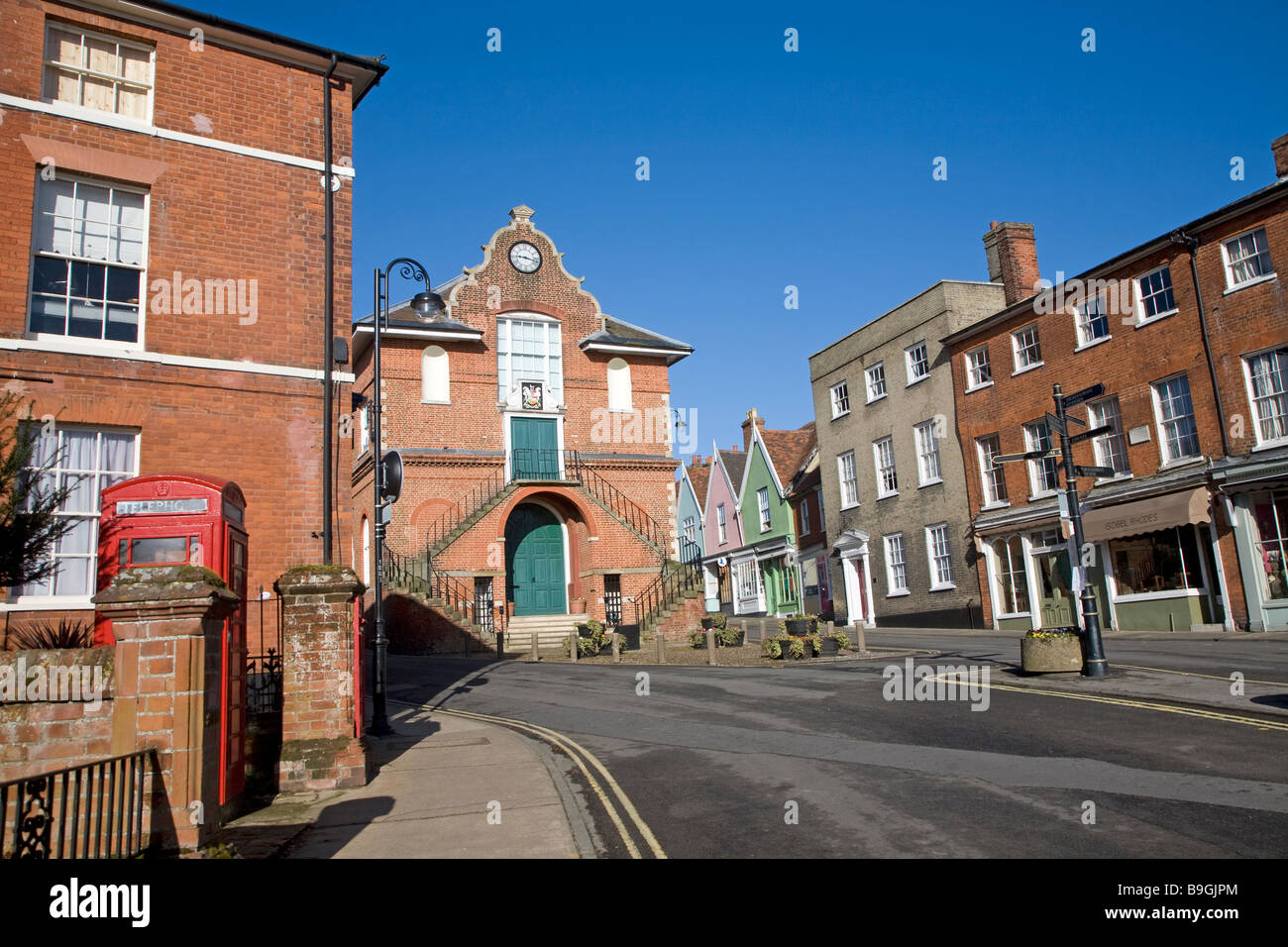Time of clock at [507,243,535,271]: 9:17
